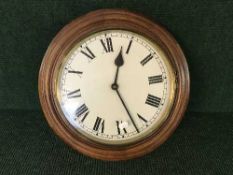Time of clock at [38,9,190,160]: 12:27
